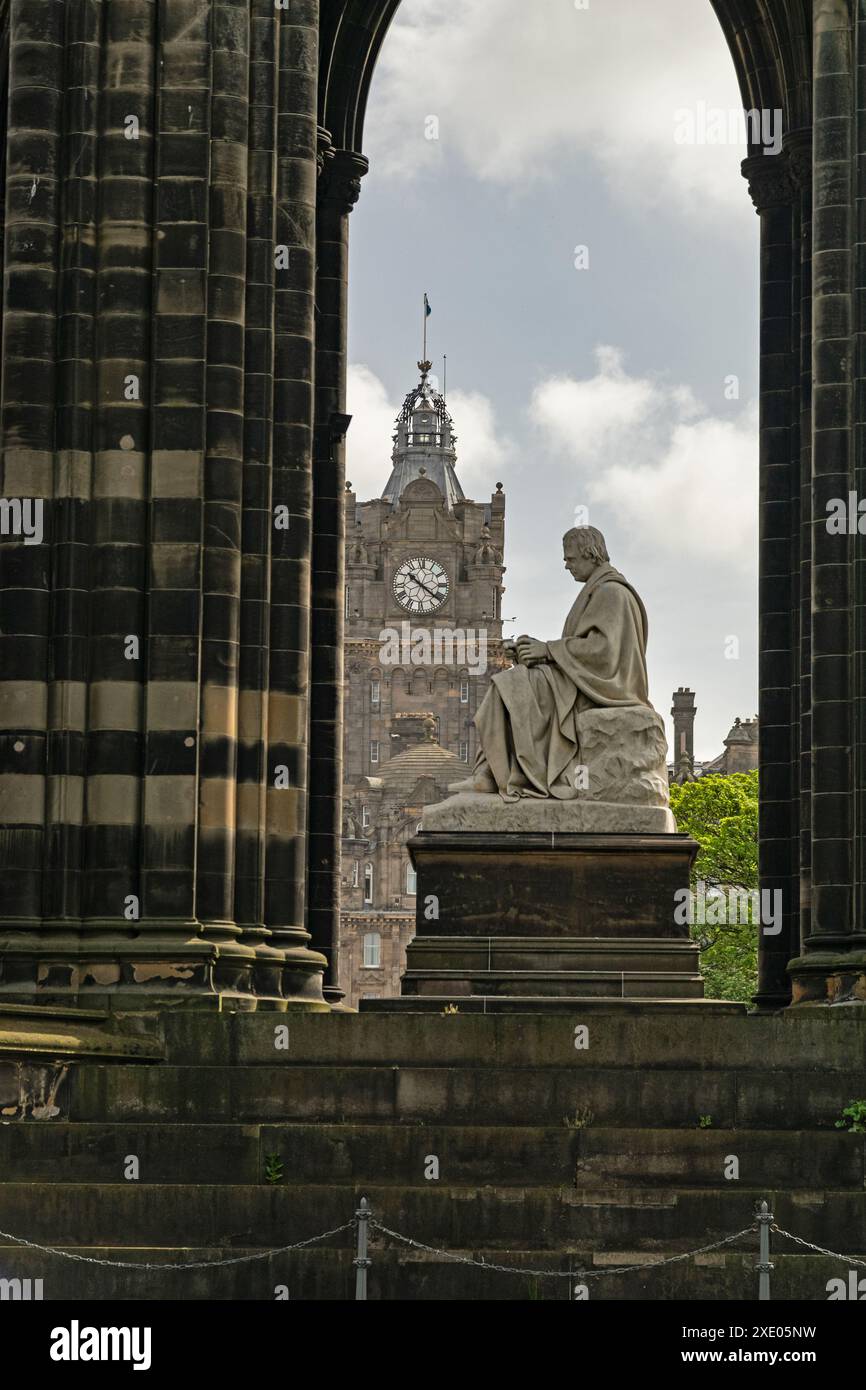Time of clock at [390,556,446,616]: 10:21
